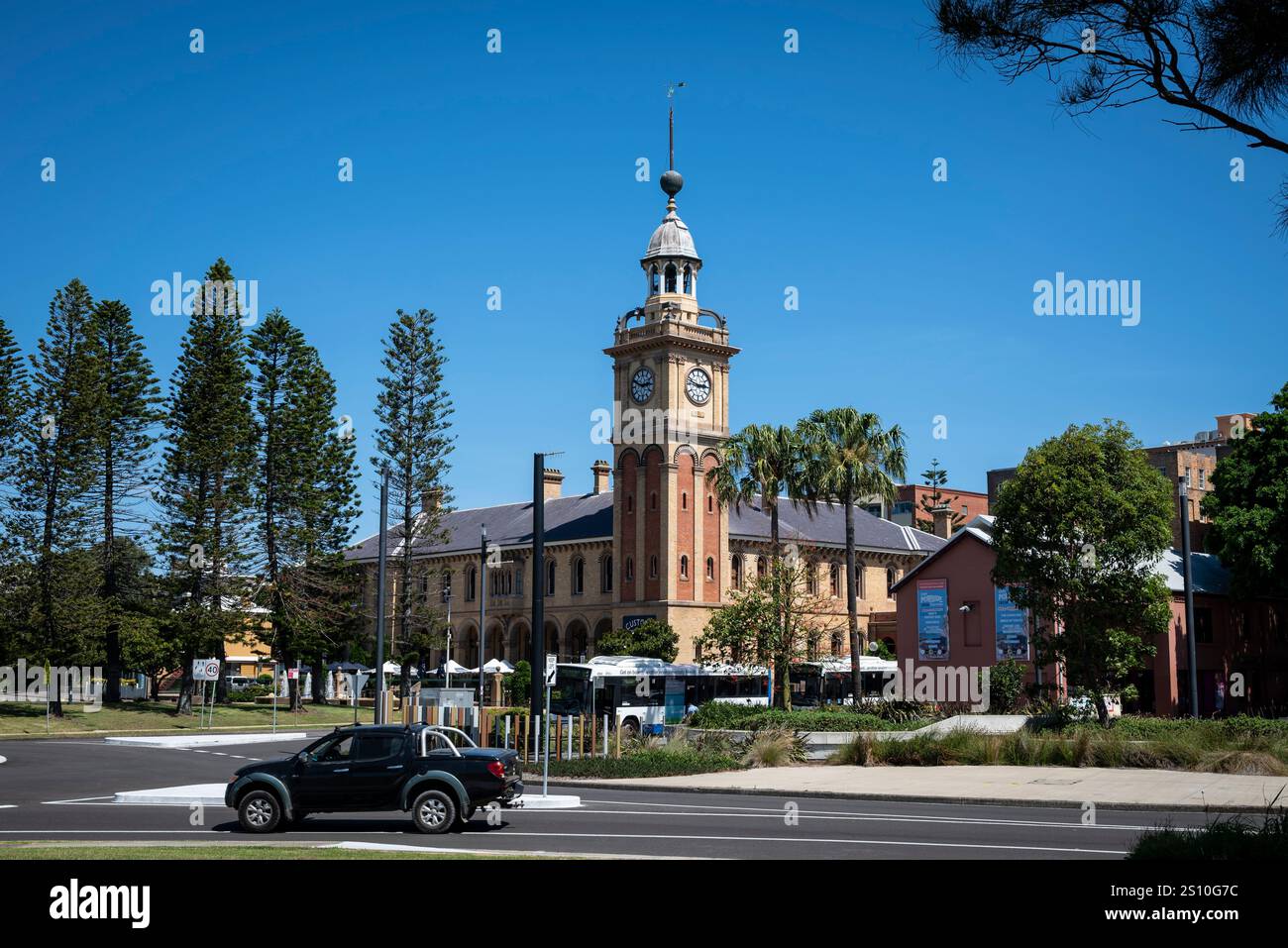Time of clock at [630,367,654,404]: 2:48
